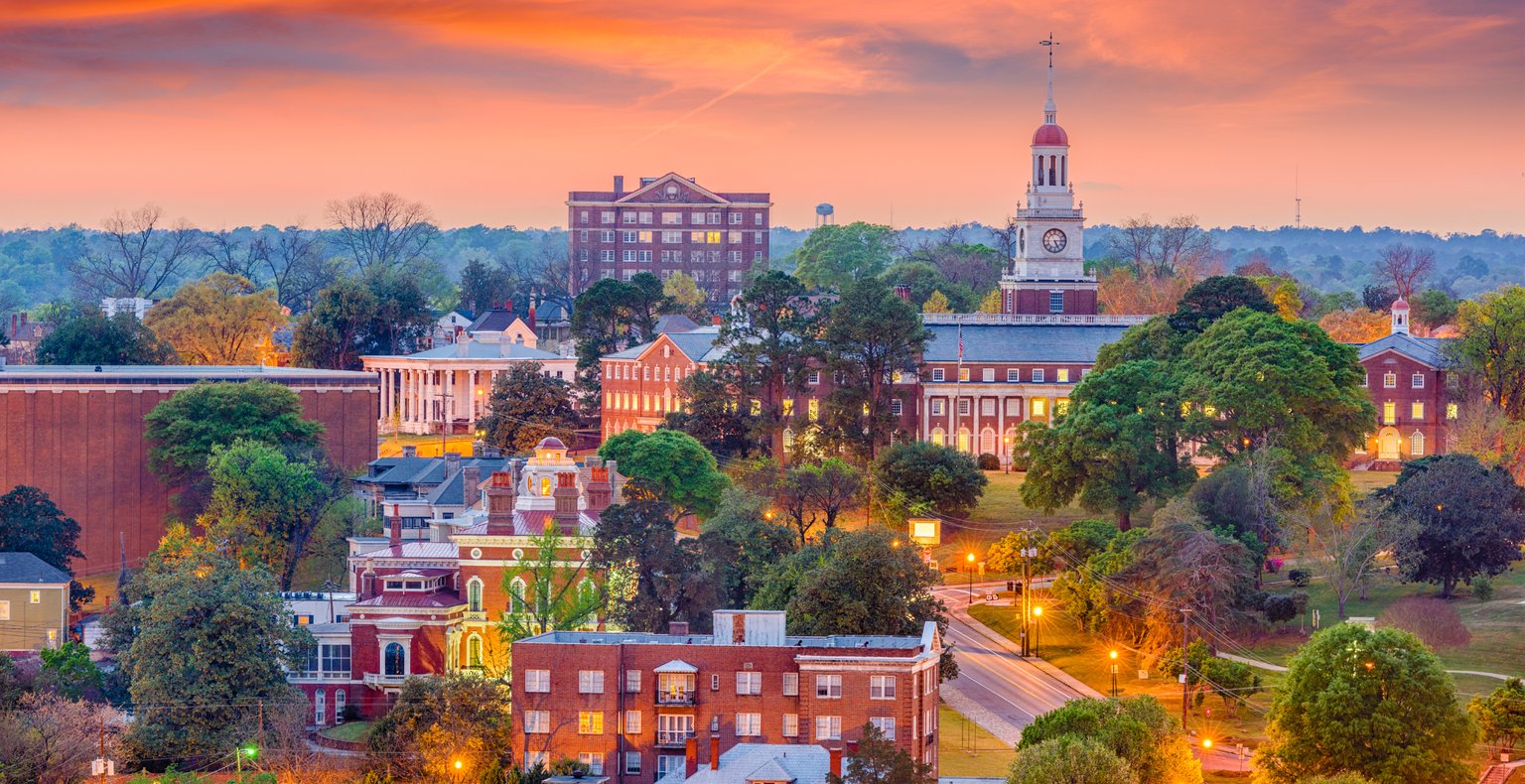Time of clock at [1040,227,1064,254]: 5:14
